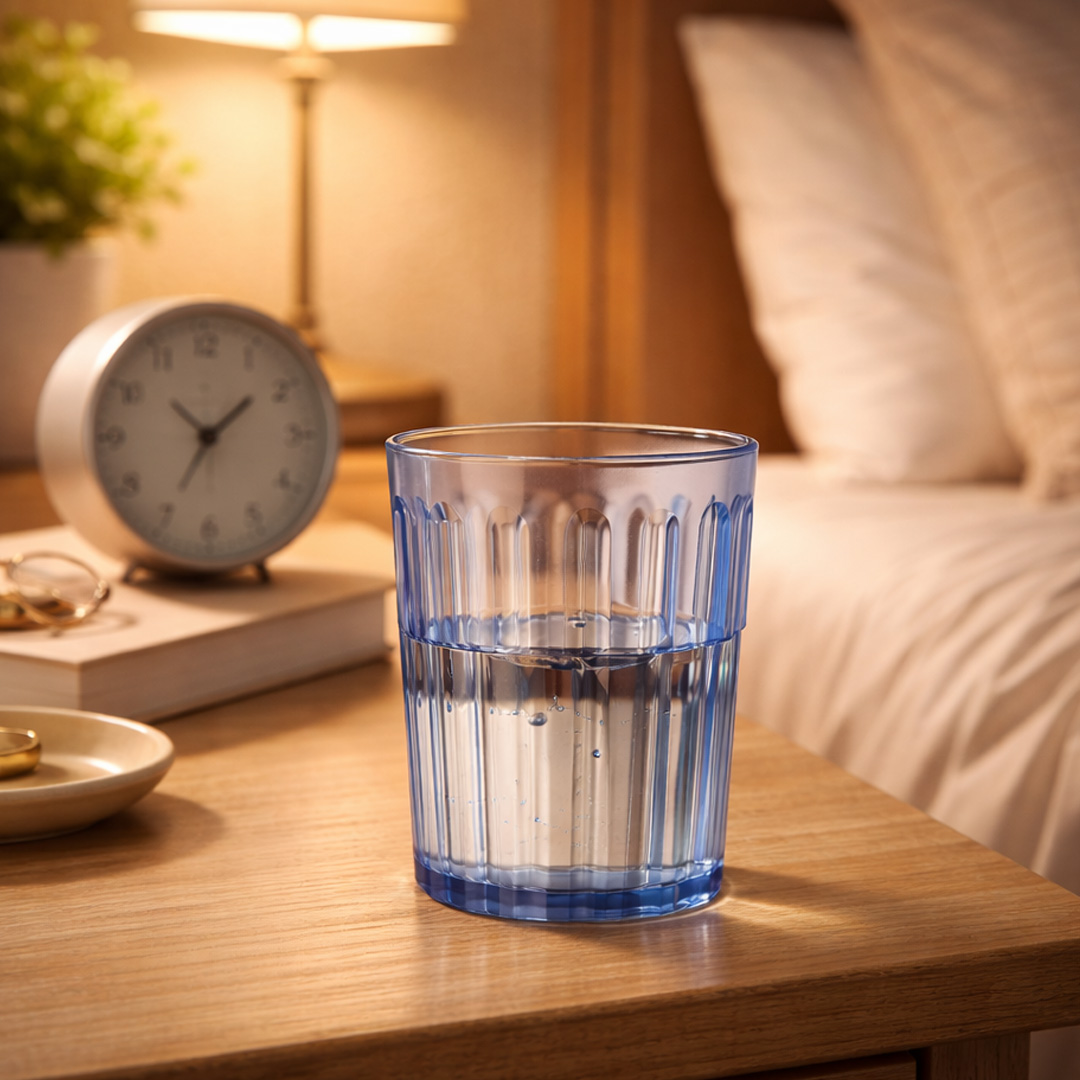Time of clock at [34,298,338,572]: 1:34
